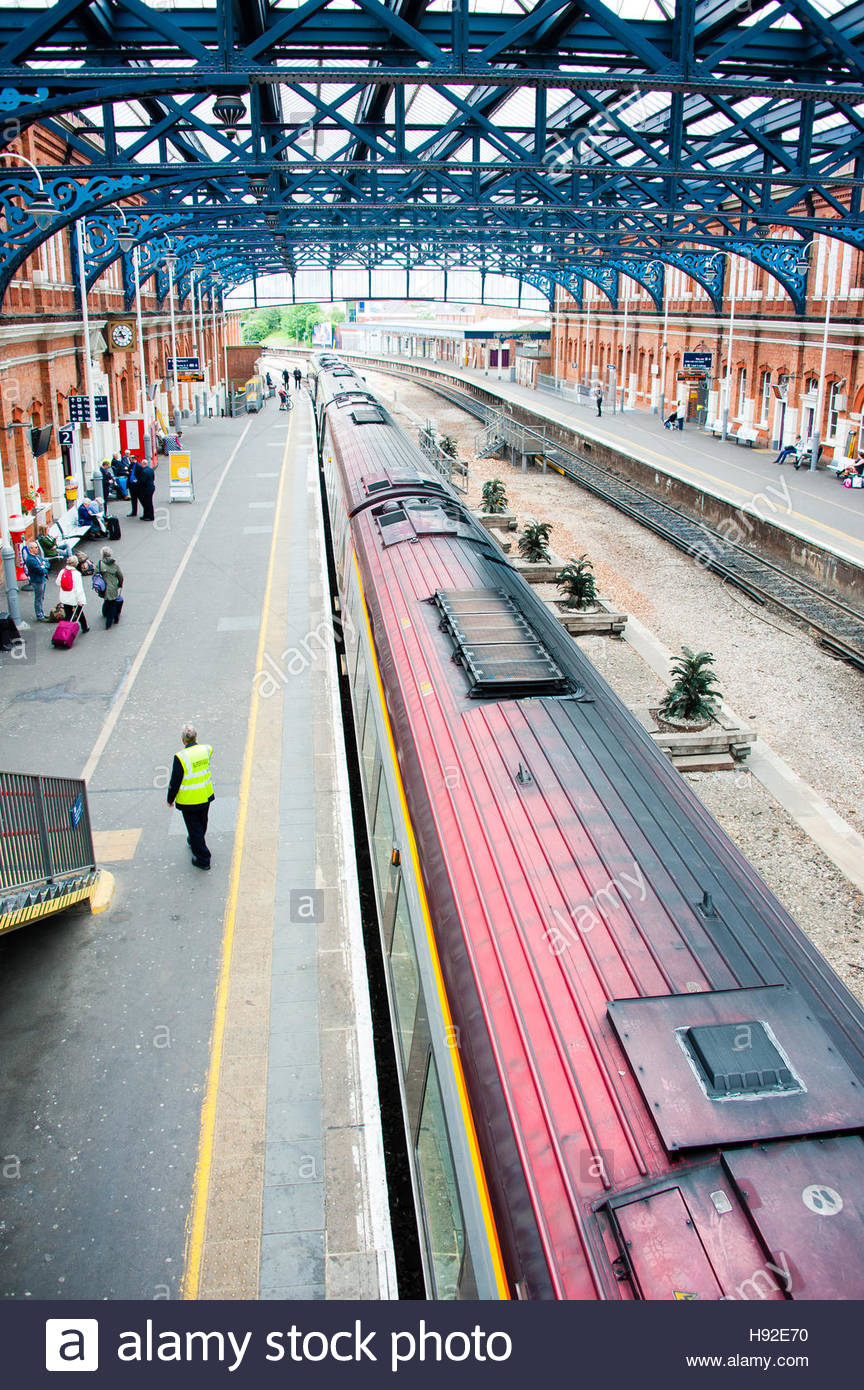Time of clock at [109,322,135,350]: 10:43
